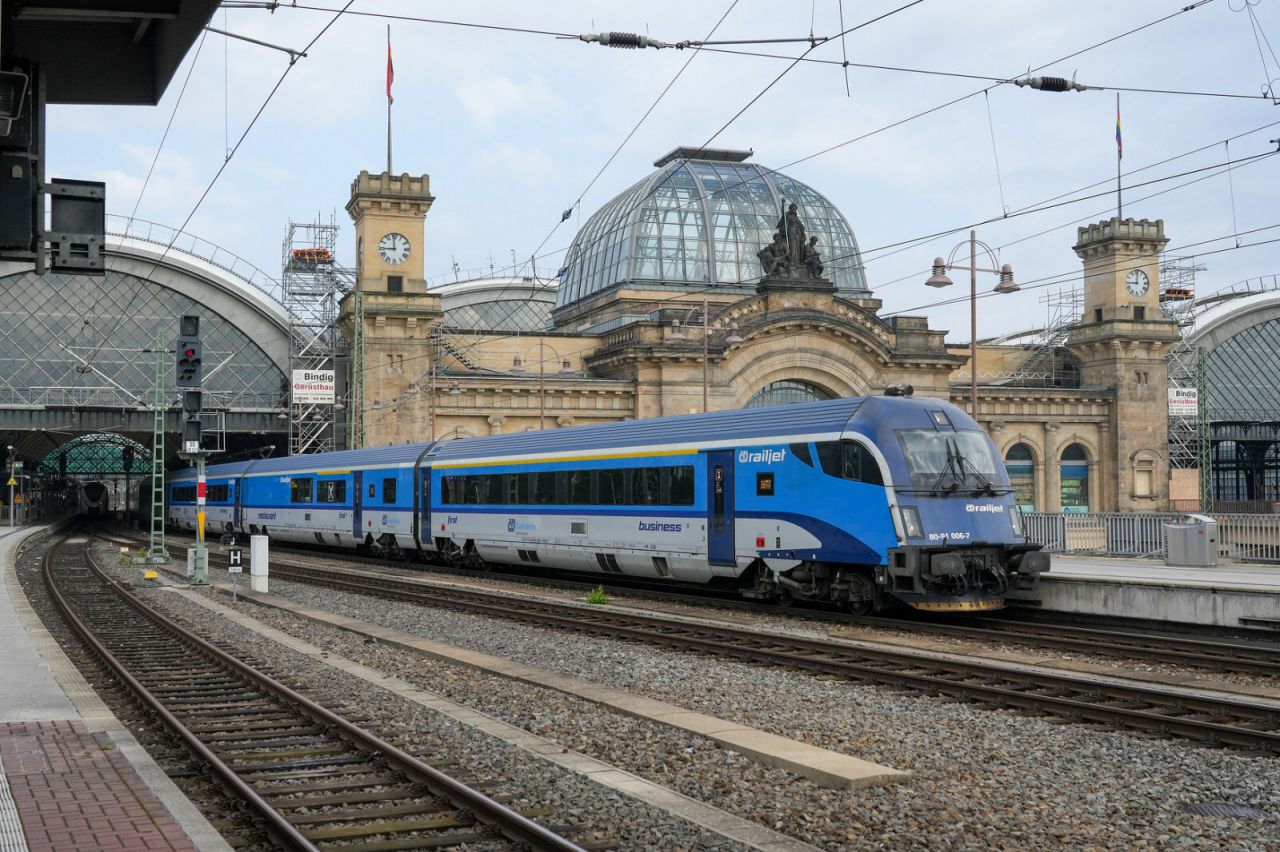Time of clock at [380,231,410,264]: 8:59
